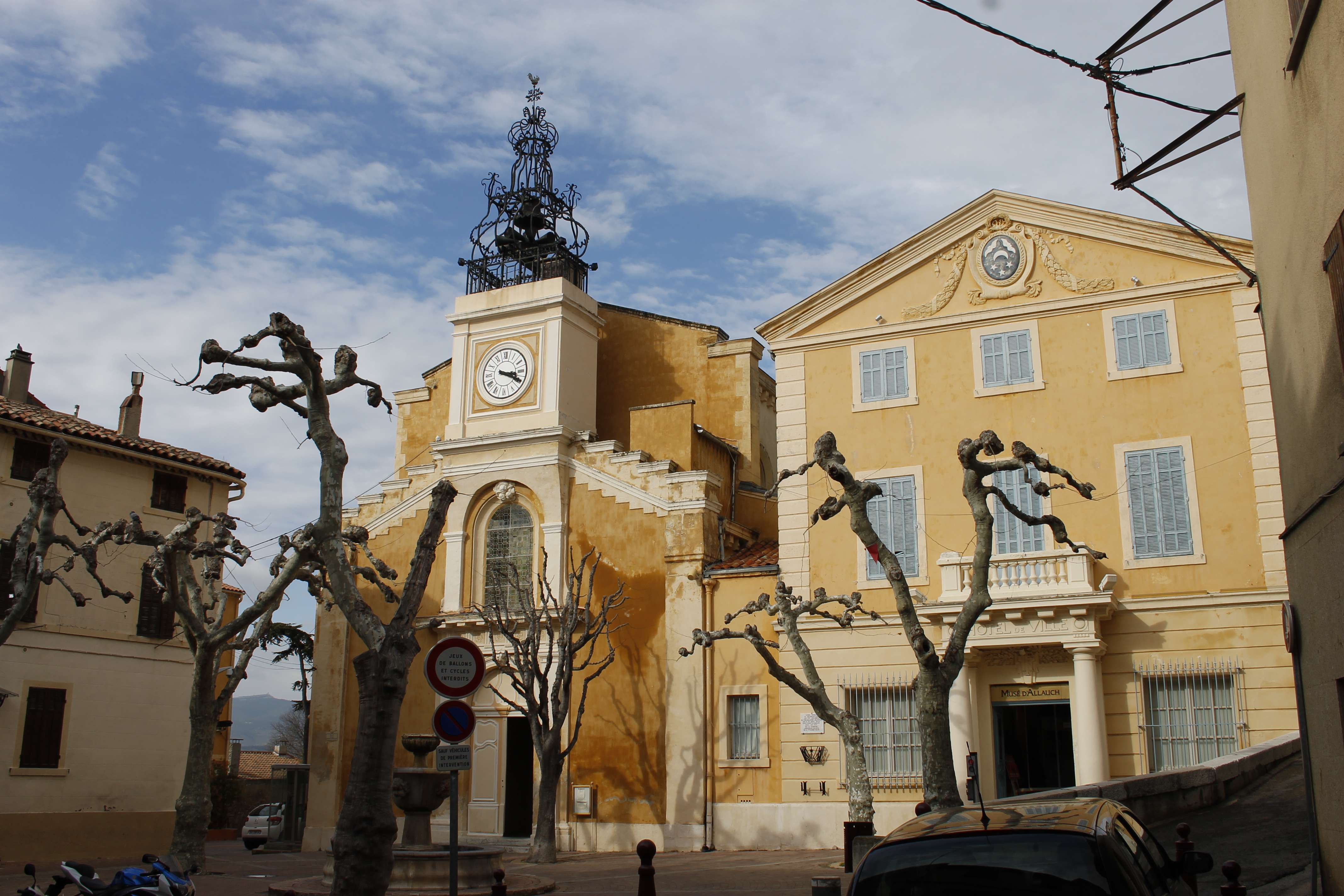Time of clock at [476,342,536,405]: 3:19
